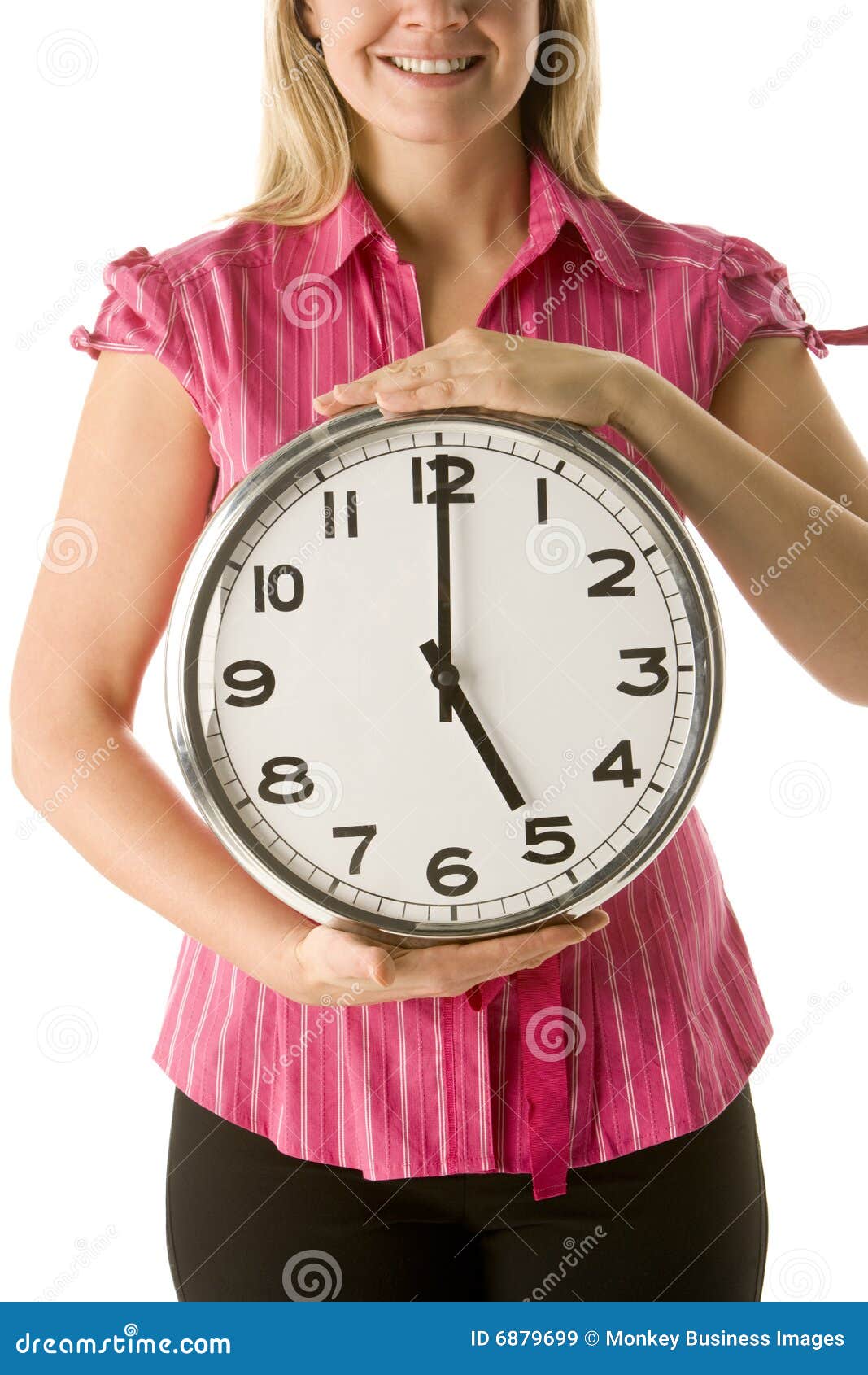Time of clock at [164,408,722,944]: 5:00
